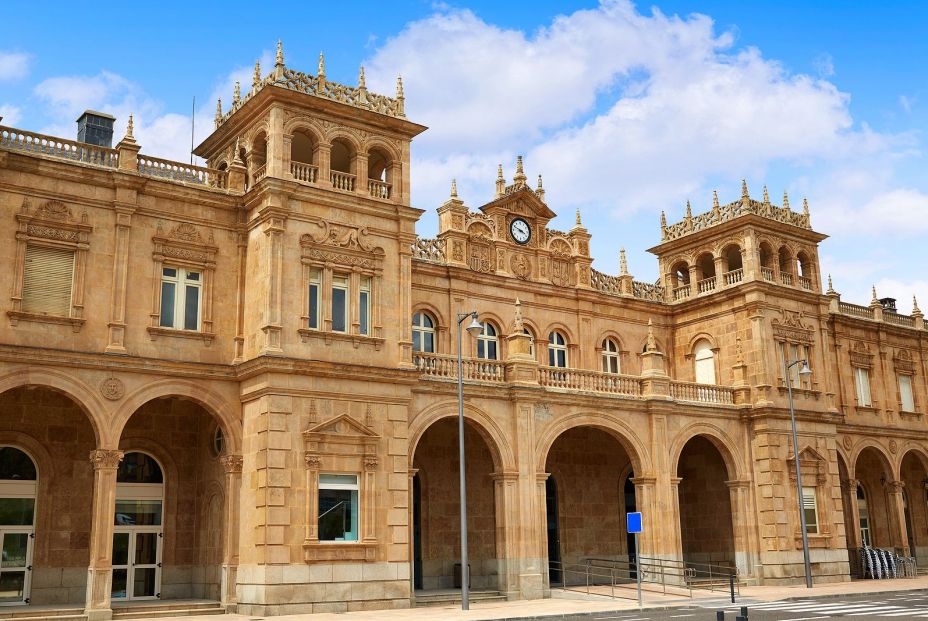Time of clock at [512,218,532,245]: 3:48
